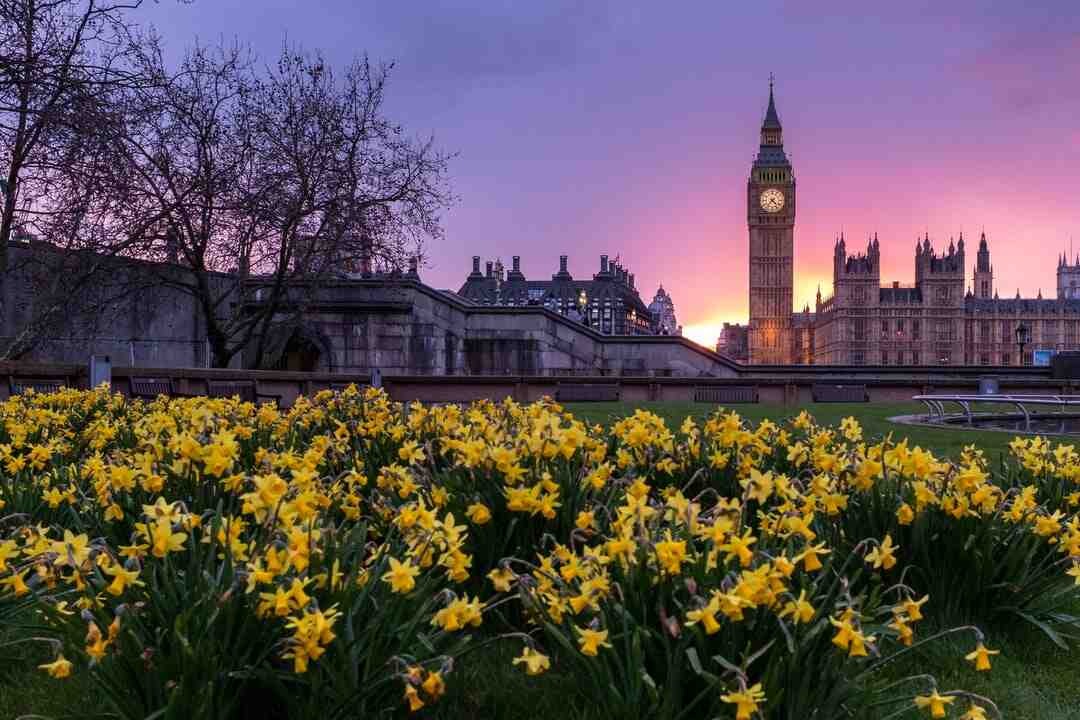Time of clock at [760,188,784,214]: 4:36
